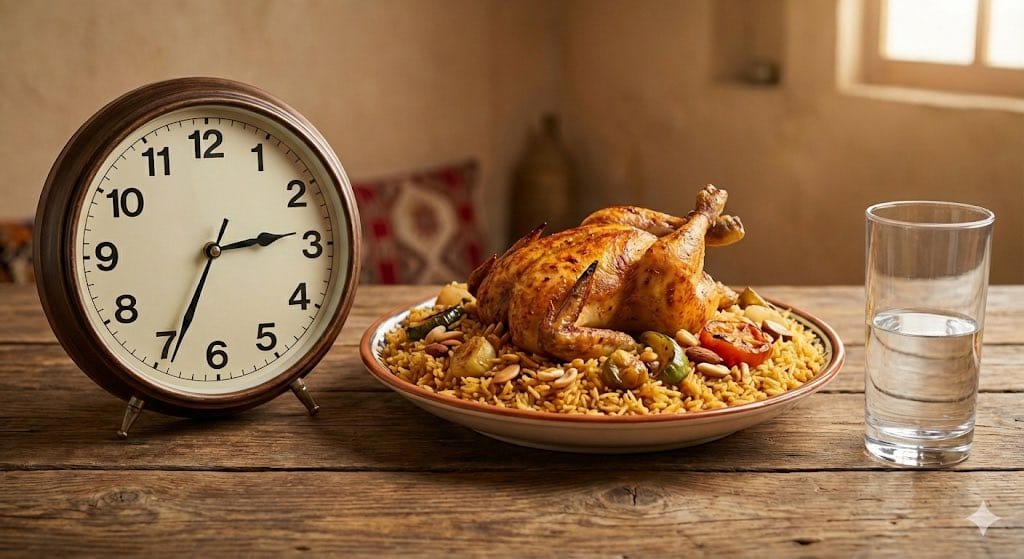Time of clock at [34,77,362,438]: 2:34
